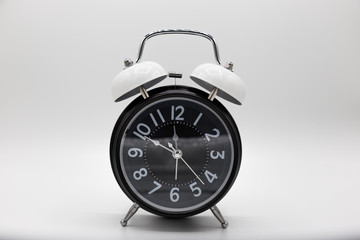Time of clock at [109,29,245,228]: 11:48
